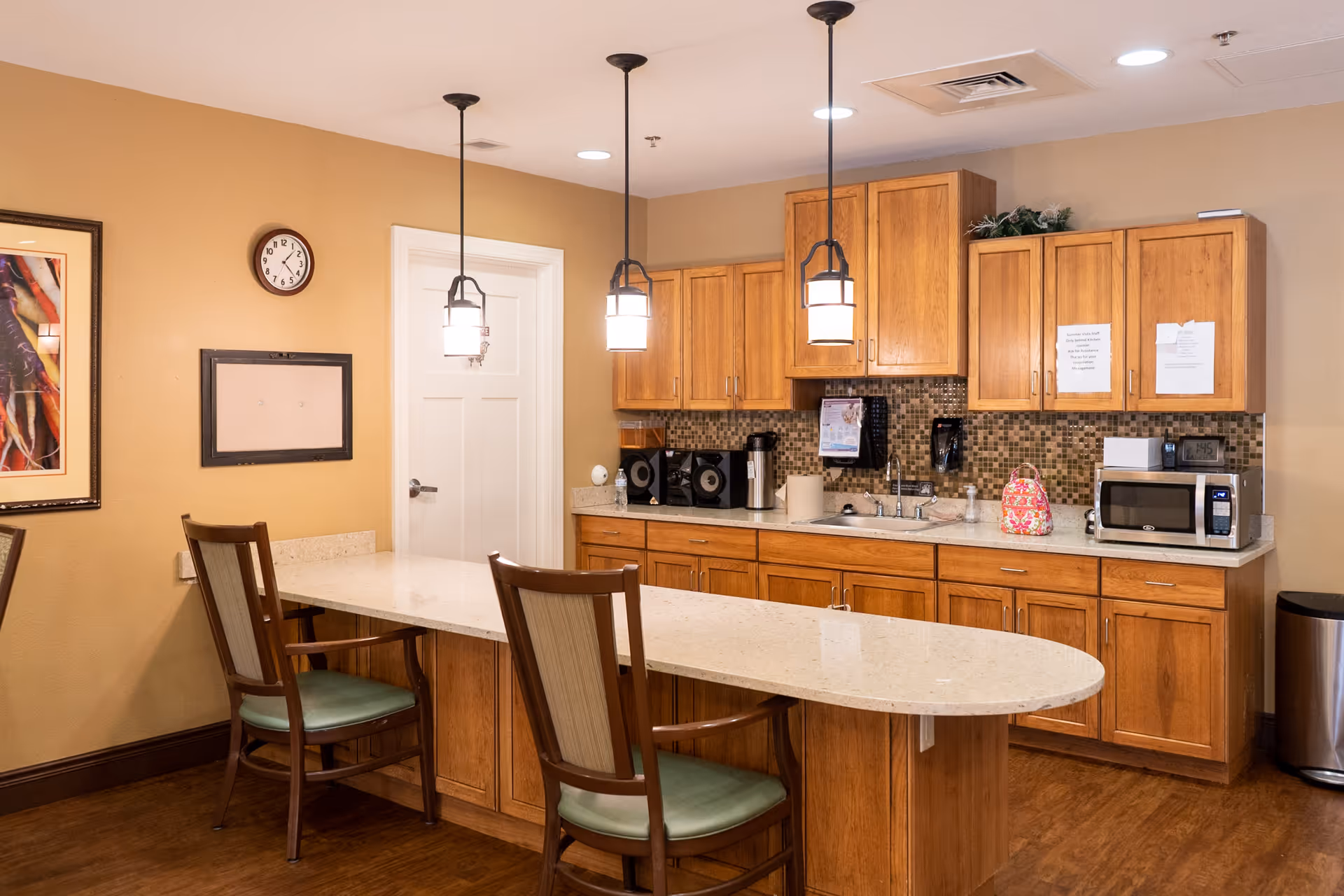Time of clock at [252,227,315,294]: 1:22
